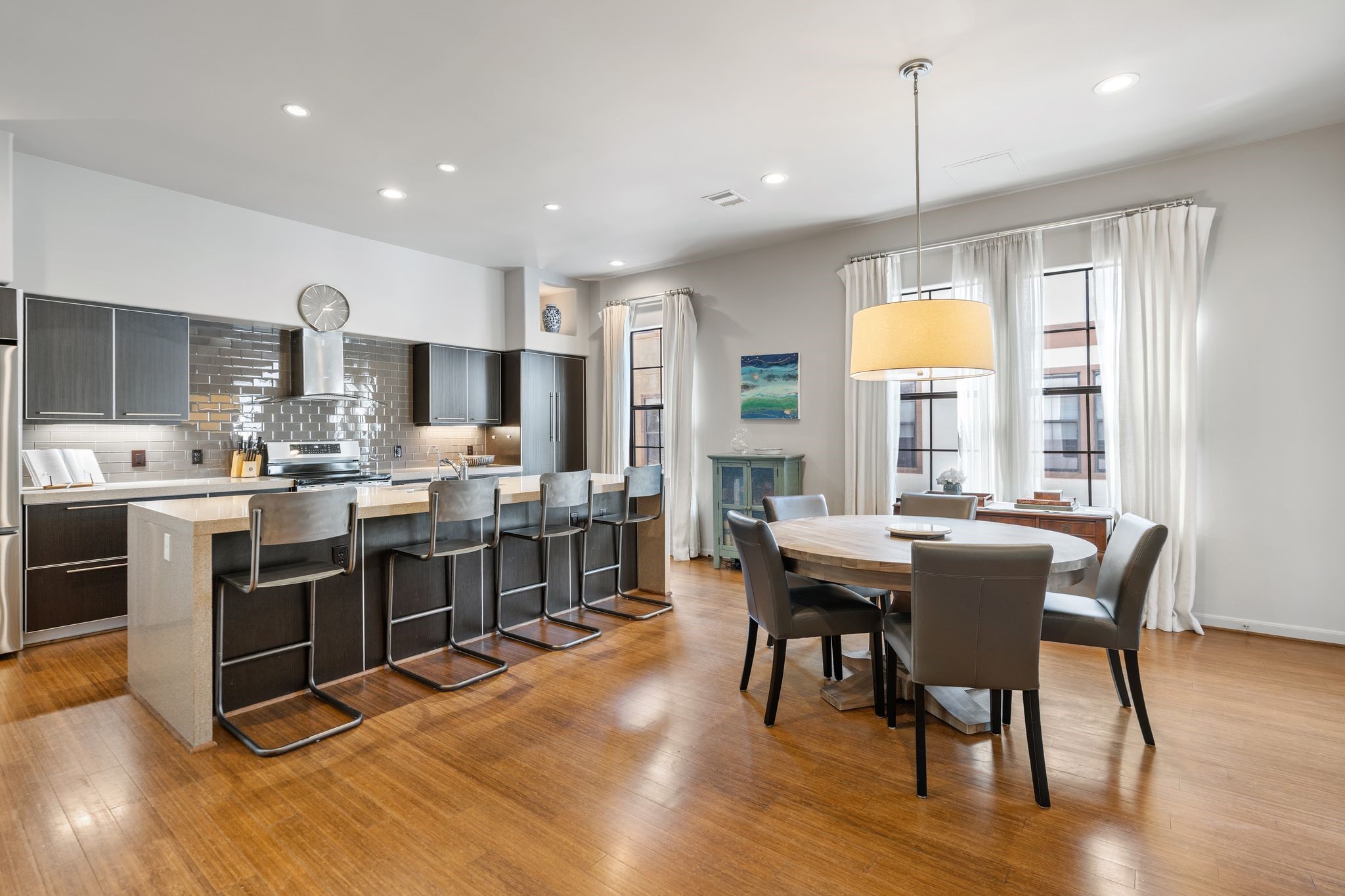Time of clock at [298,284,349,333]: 1:35
